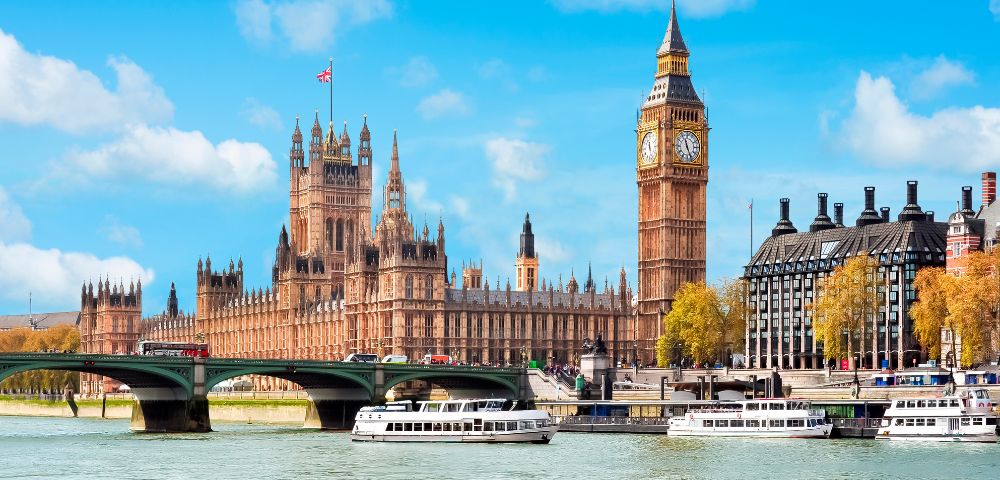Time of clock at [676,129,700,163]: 11:25
